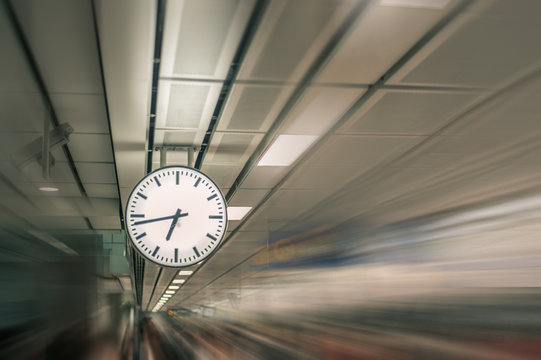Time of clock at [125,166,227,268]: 6:43
